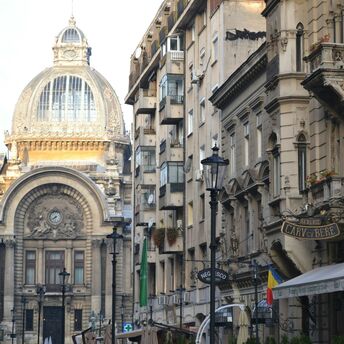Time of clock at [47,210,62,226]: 7:40
